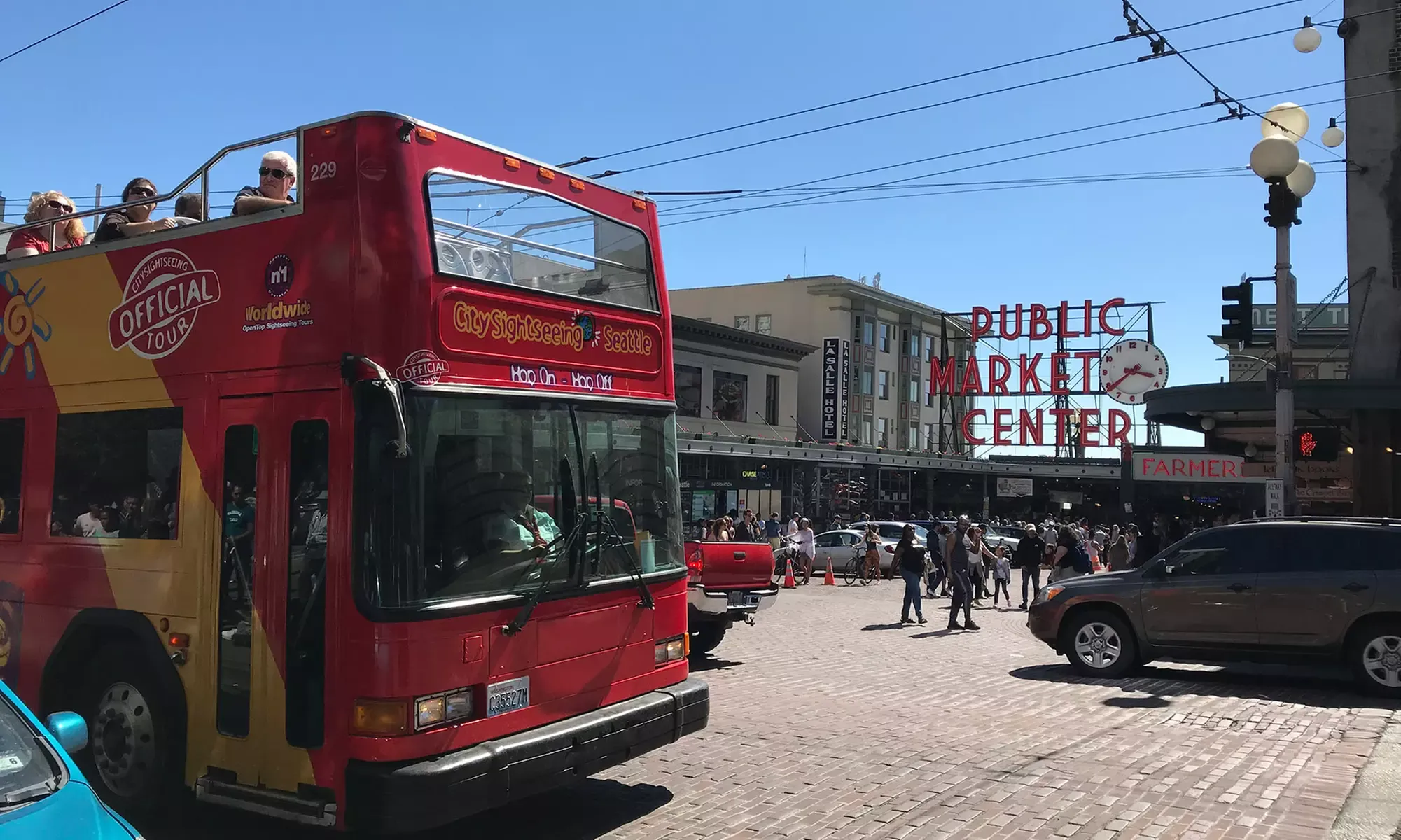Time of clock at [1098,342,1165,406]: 3:39
